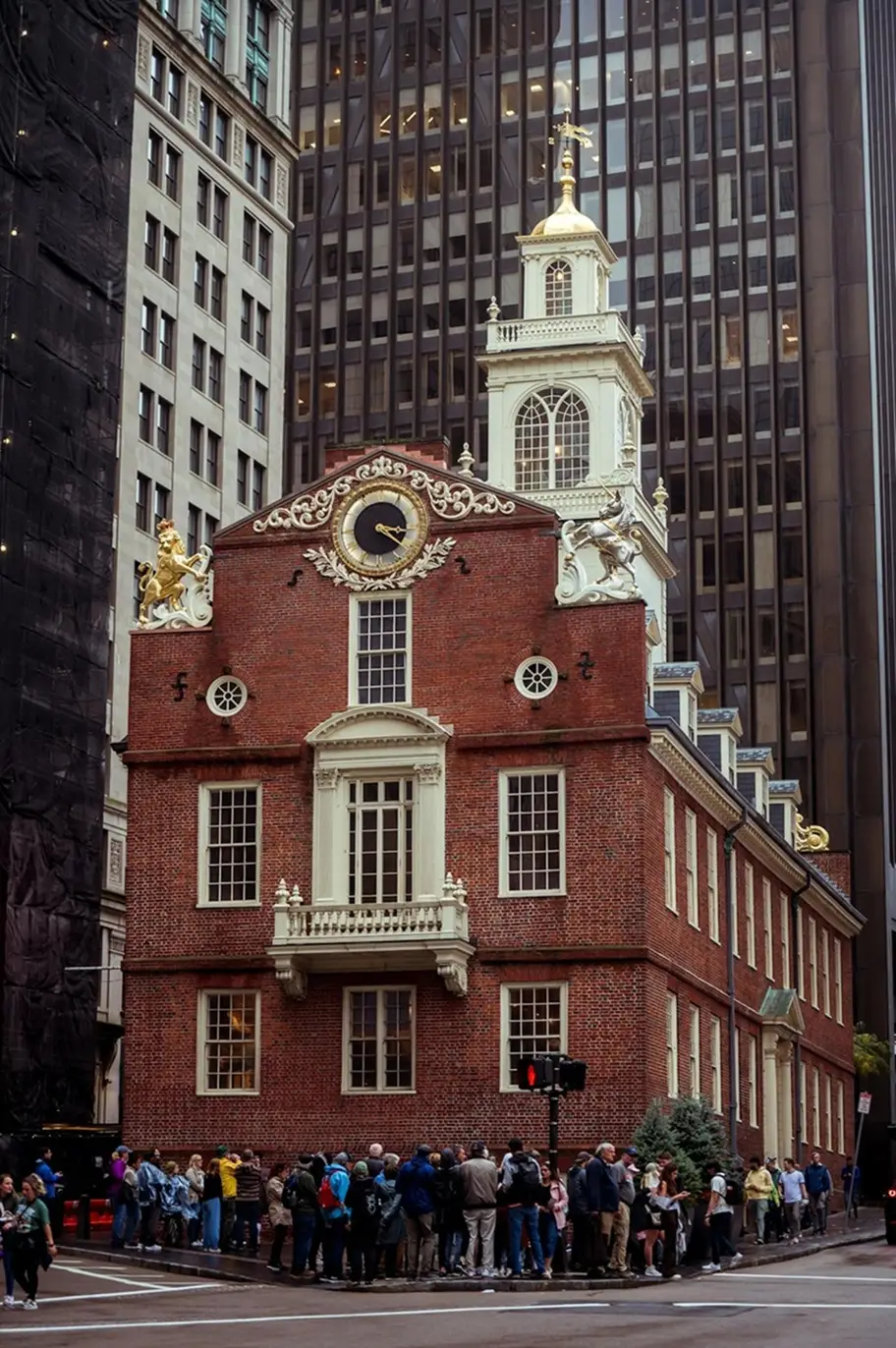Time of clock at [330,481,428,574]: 3:21
